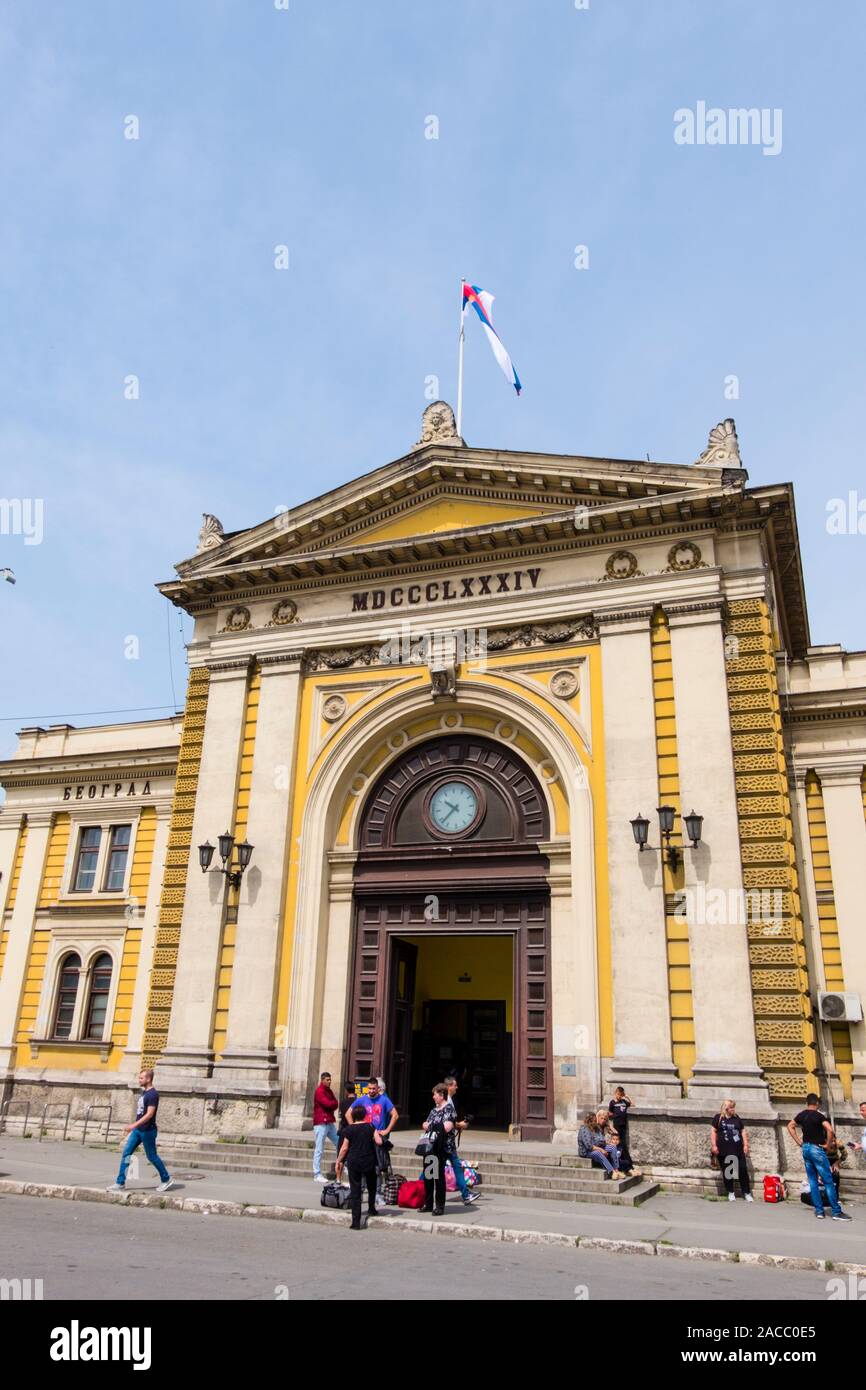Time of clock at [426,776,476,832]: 10:38
